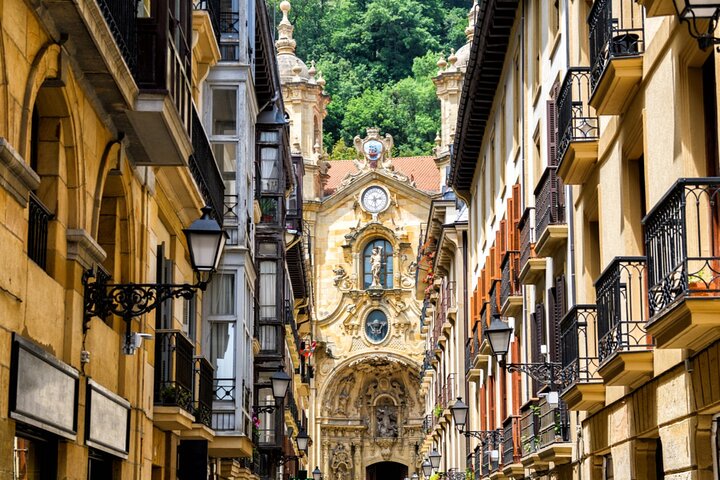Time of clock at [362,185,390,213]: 2:27
